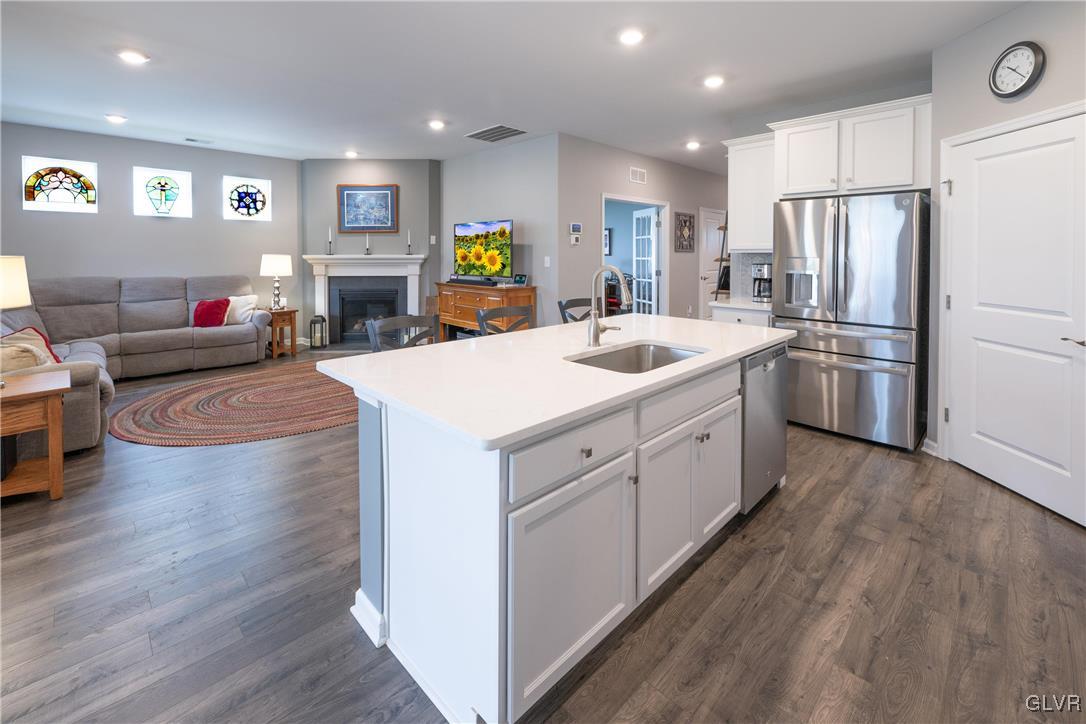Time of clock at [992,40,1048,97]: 10:22
